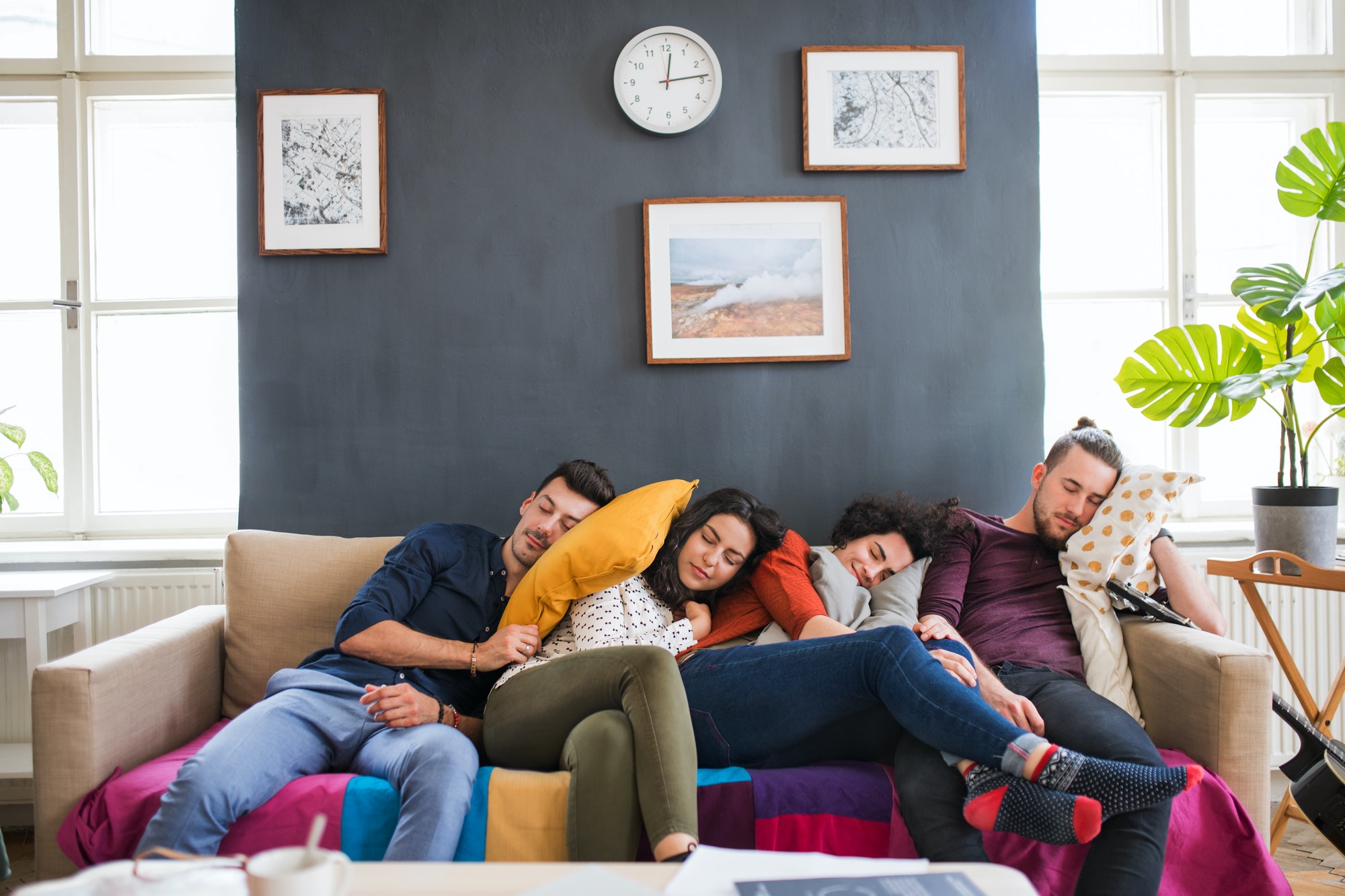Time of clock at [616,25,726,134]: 12:13
